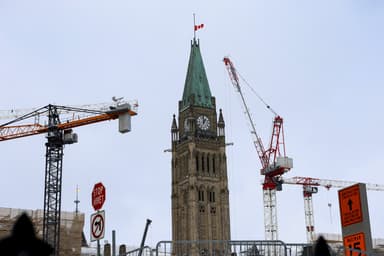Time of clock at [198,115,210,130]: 12:58
